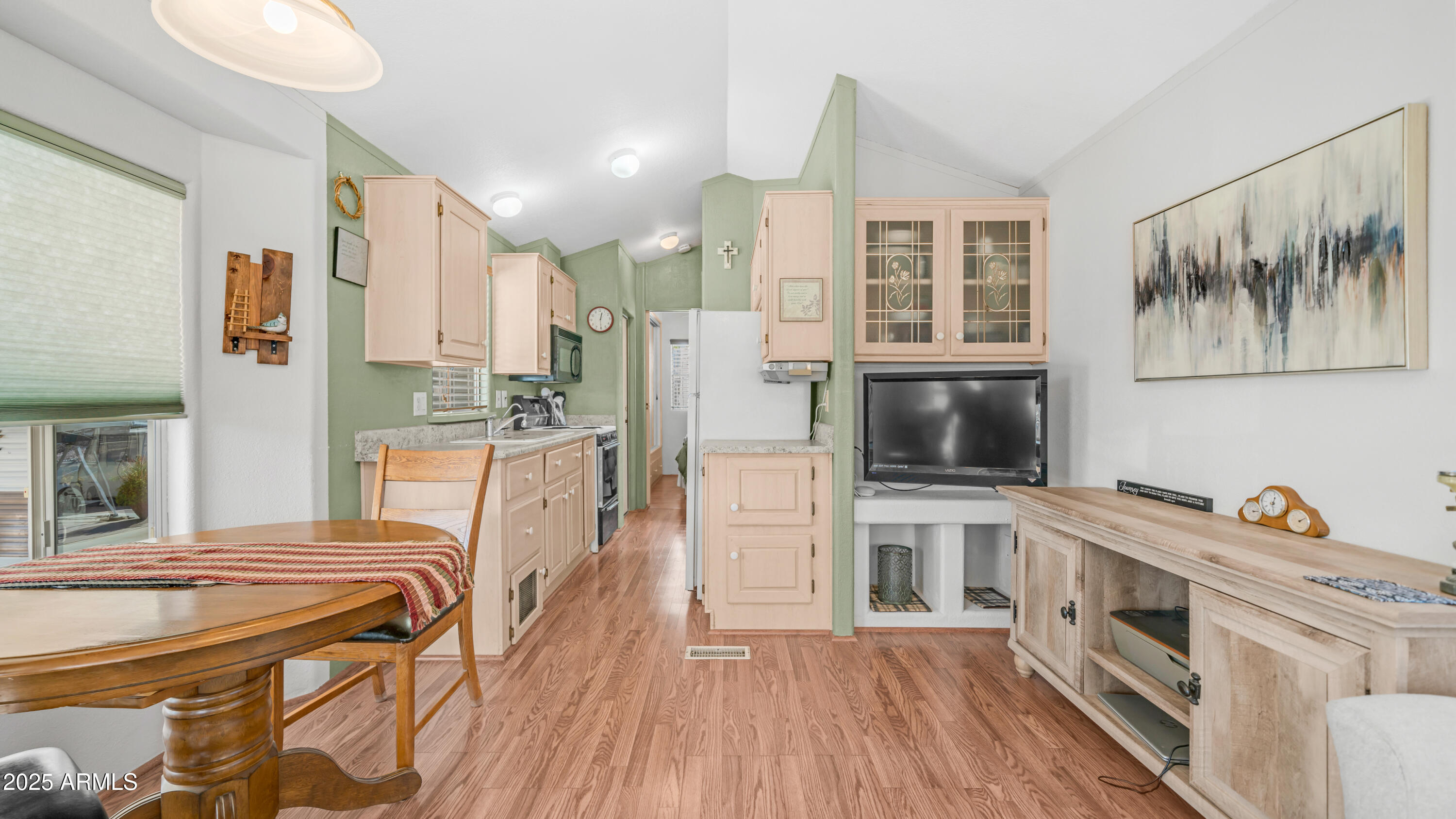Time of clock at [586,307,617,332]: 12:30
